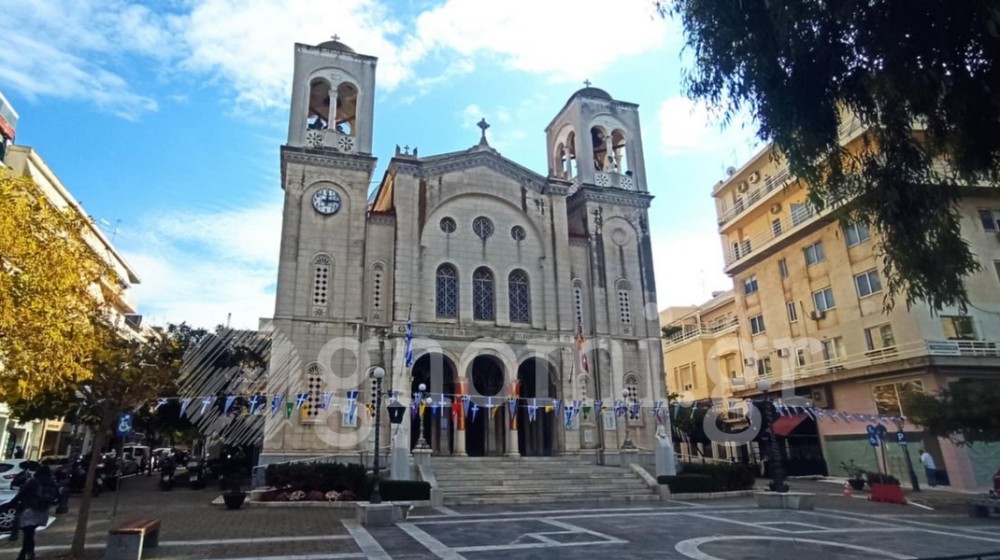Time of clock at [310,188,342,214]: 12:14
